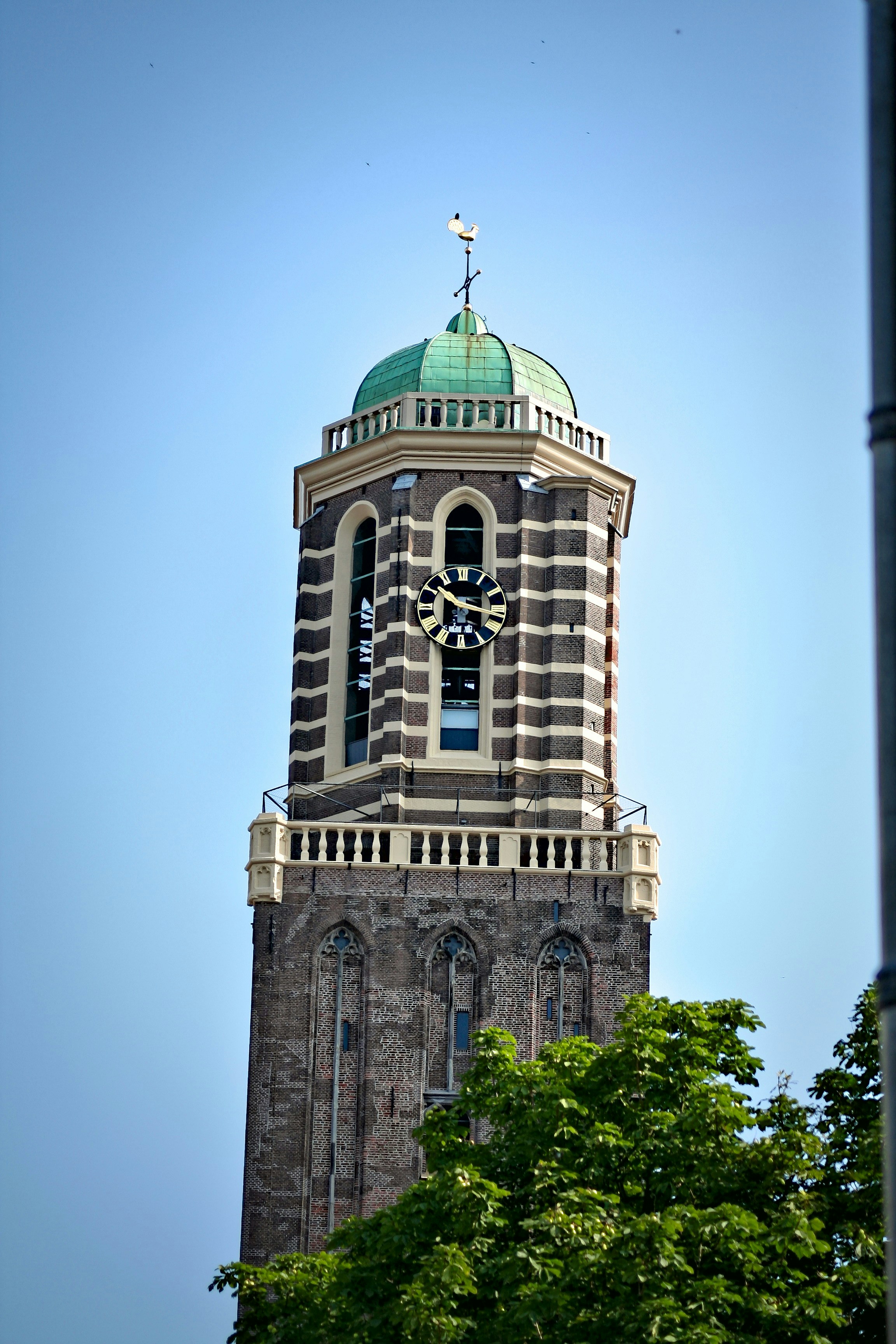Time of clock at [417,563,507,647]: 10:17
